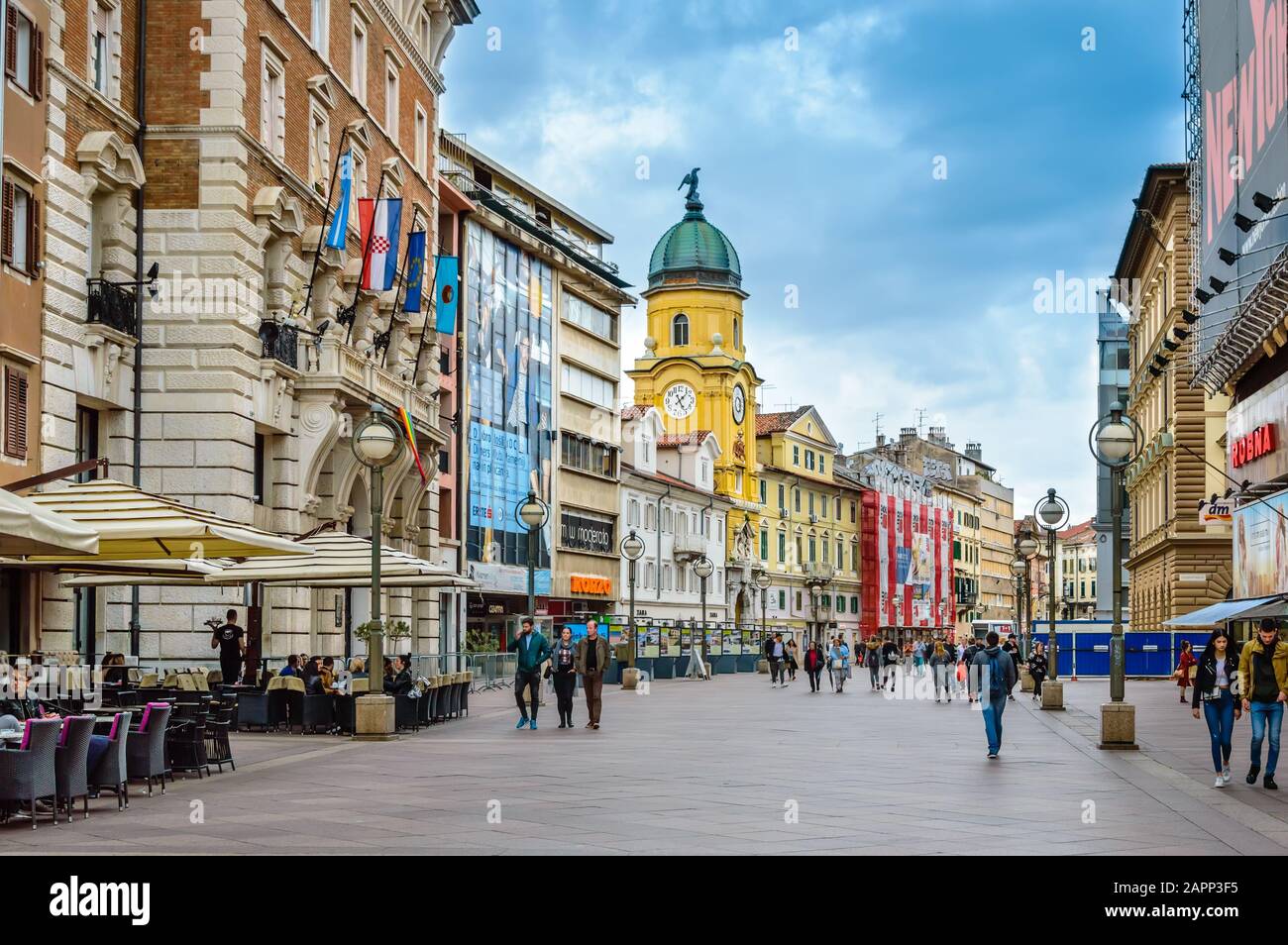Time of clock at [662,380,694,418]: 5:07
